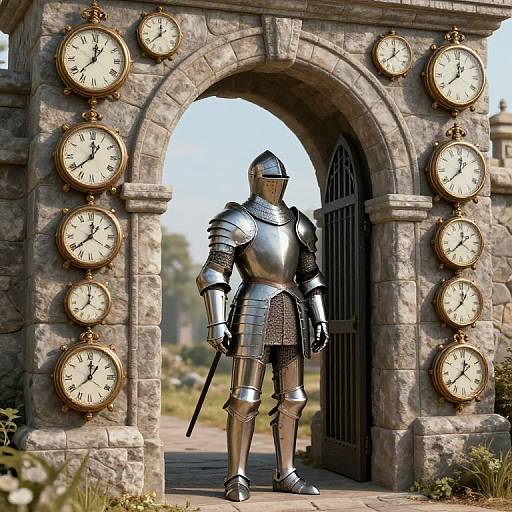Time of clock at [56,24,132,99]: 1:01
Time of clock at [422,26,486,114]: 1:01
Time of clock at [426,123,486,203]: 12:38
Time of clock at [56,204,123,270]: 12:38
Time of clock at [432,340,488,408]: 12:38
